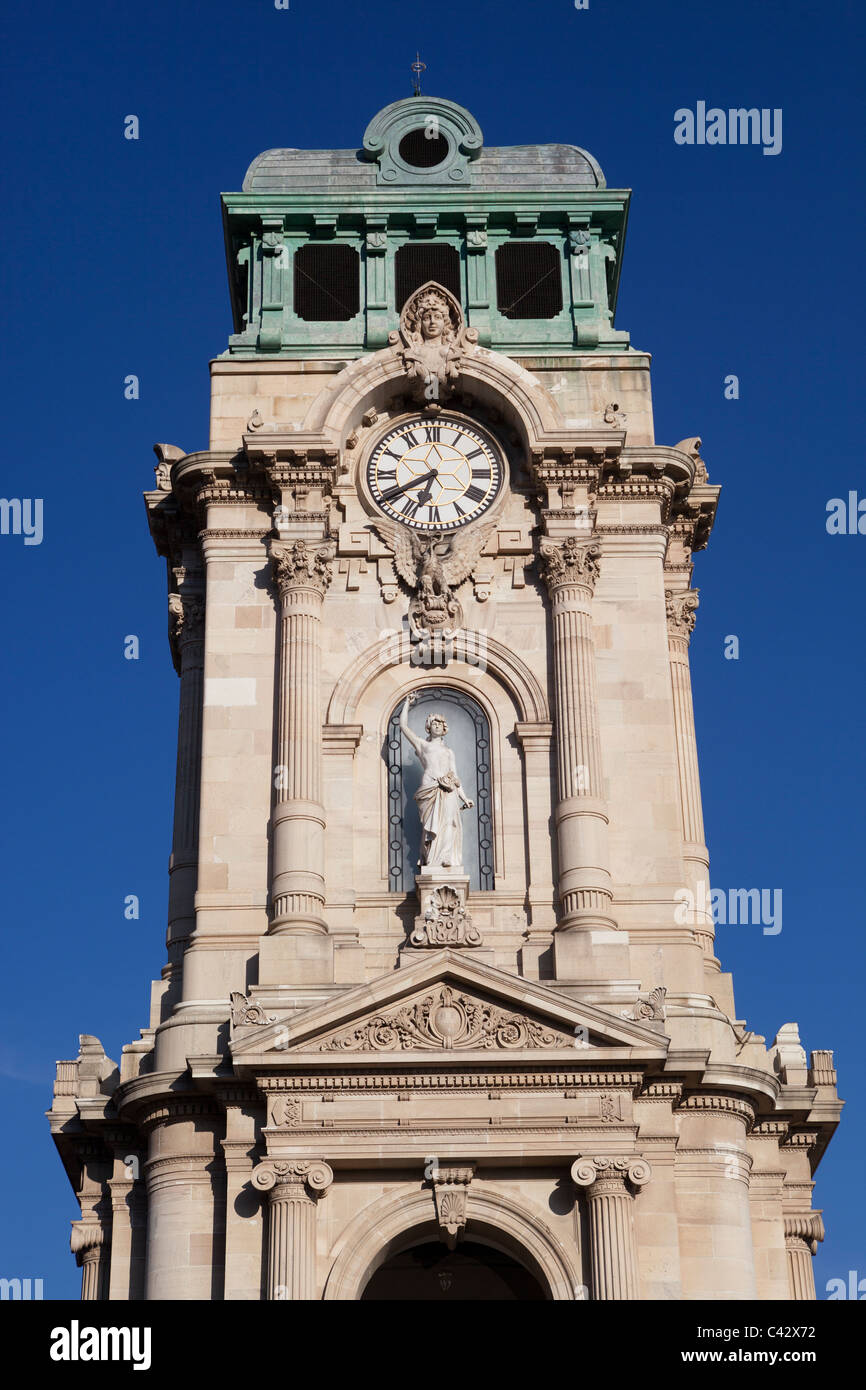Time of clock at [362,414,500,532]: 6:39
